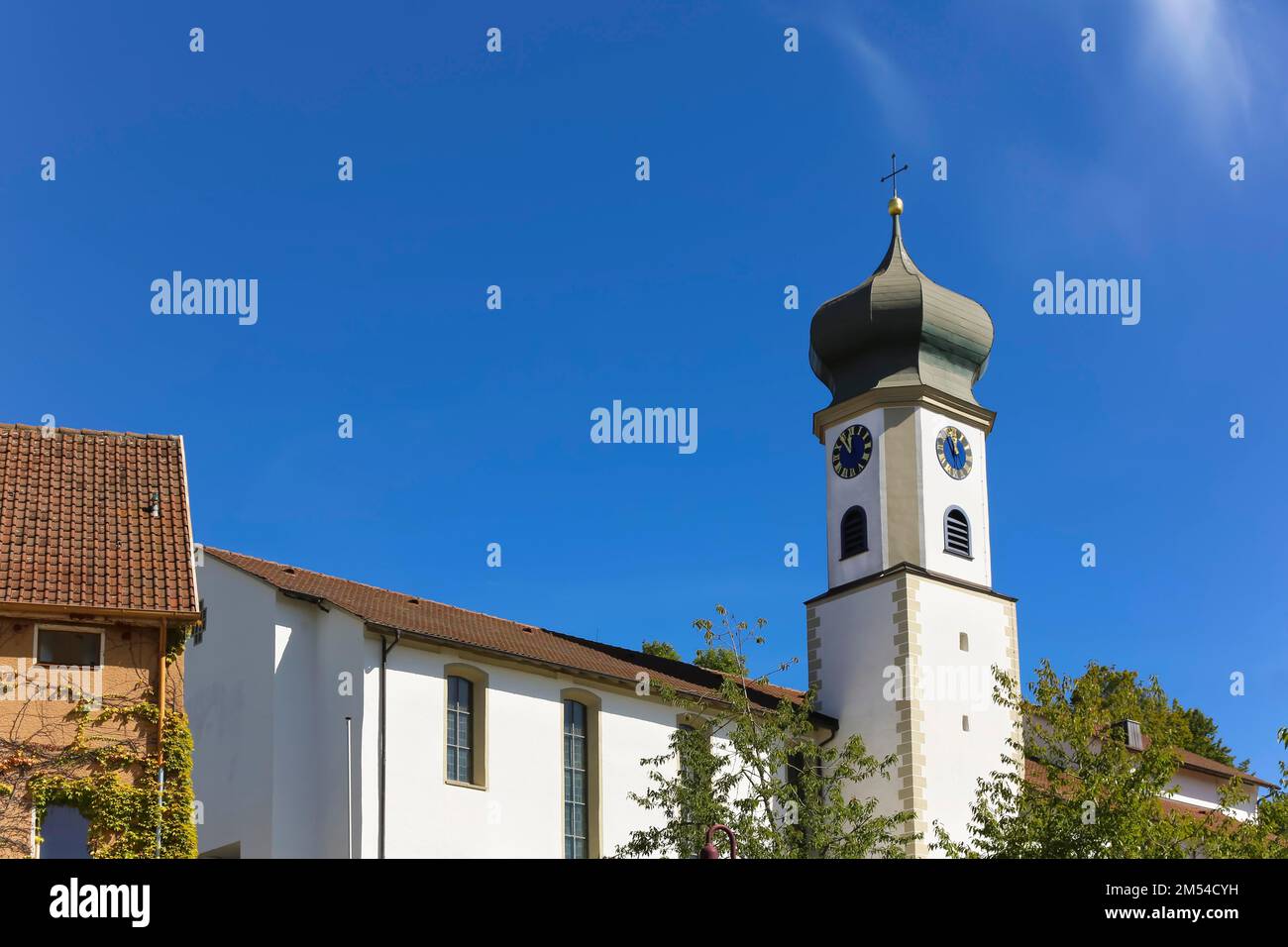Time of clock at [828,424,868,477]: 11:53
